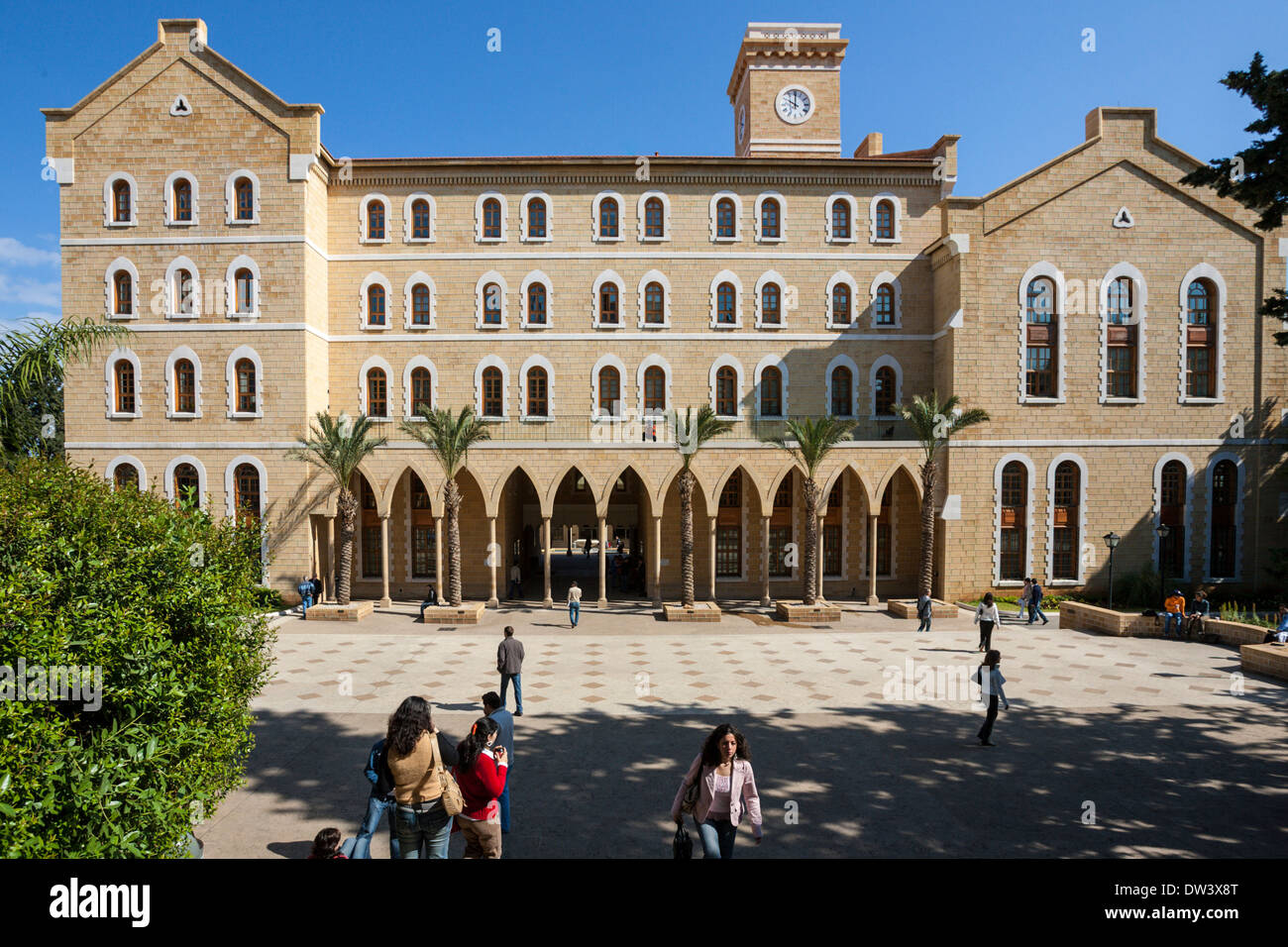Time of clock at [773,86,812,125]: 10:00
